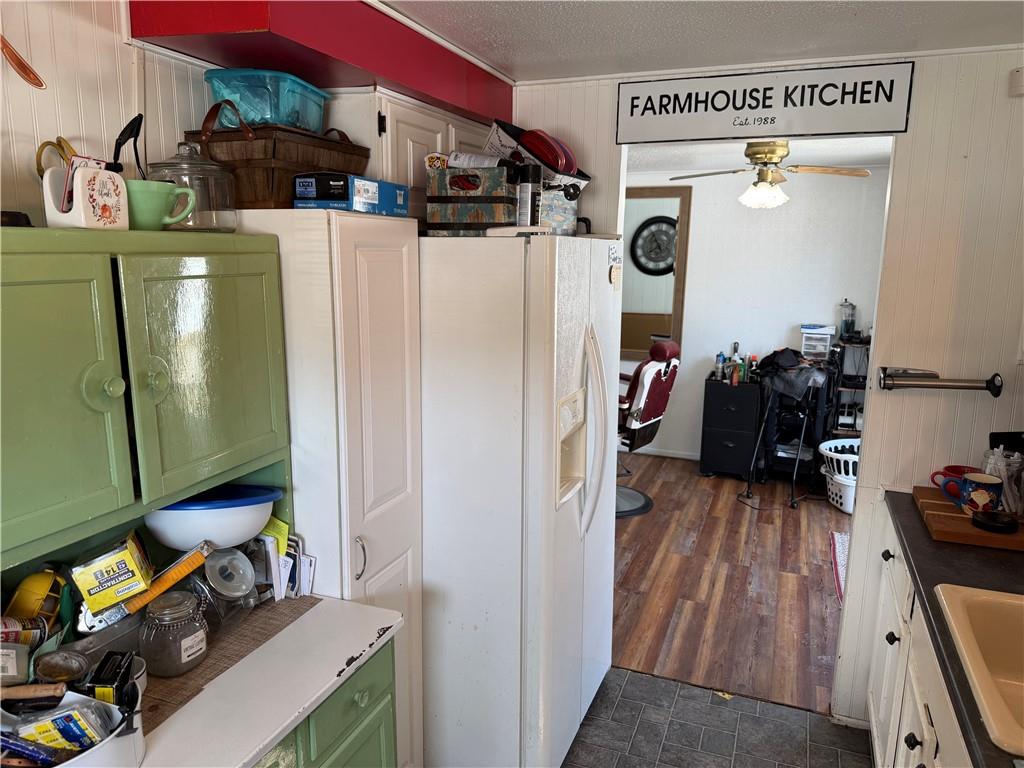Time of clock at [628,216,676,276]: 7:55
